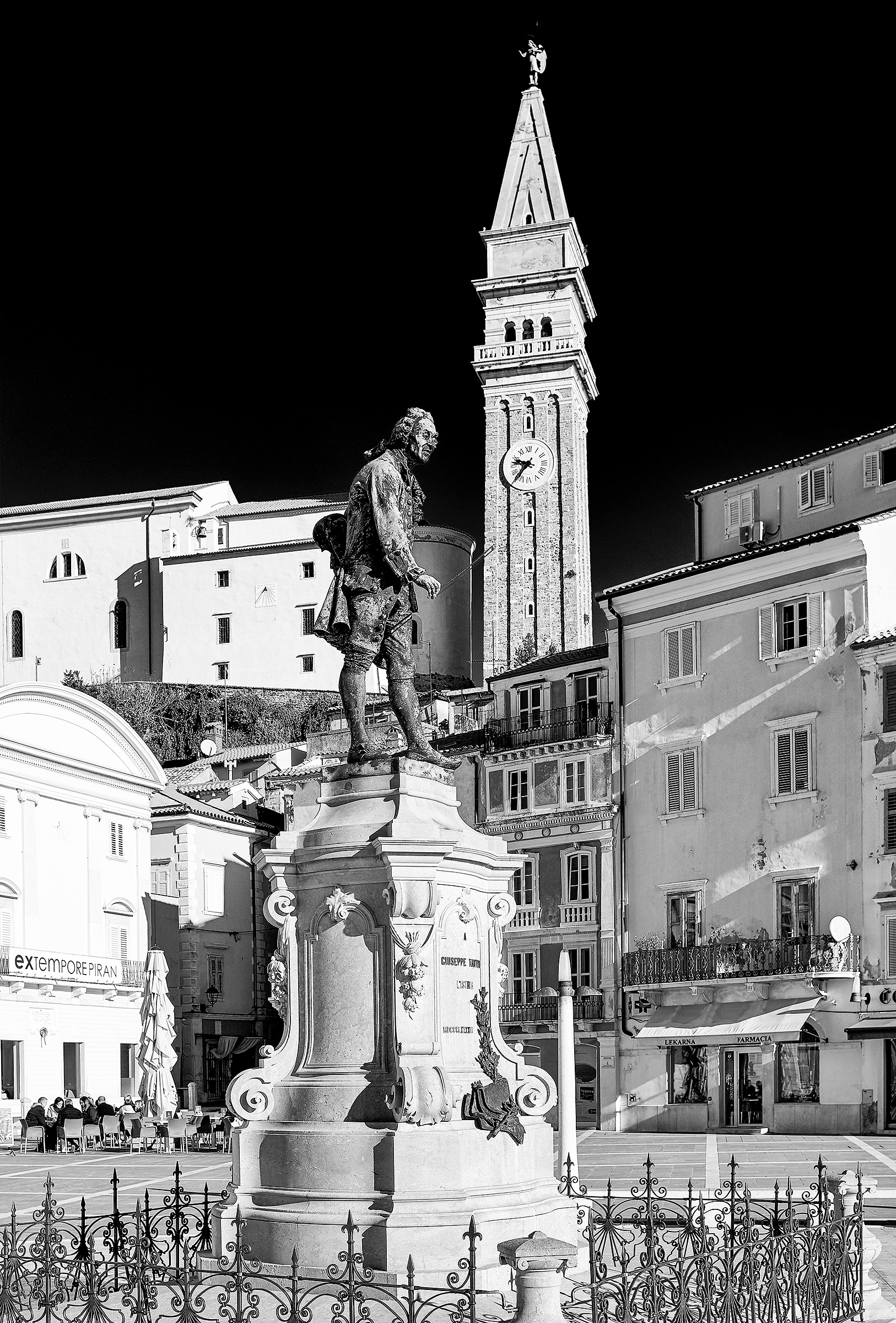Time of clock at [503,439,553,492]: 9:36
